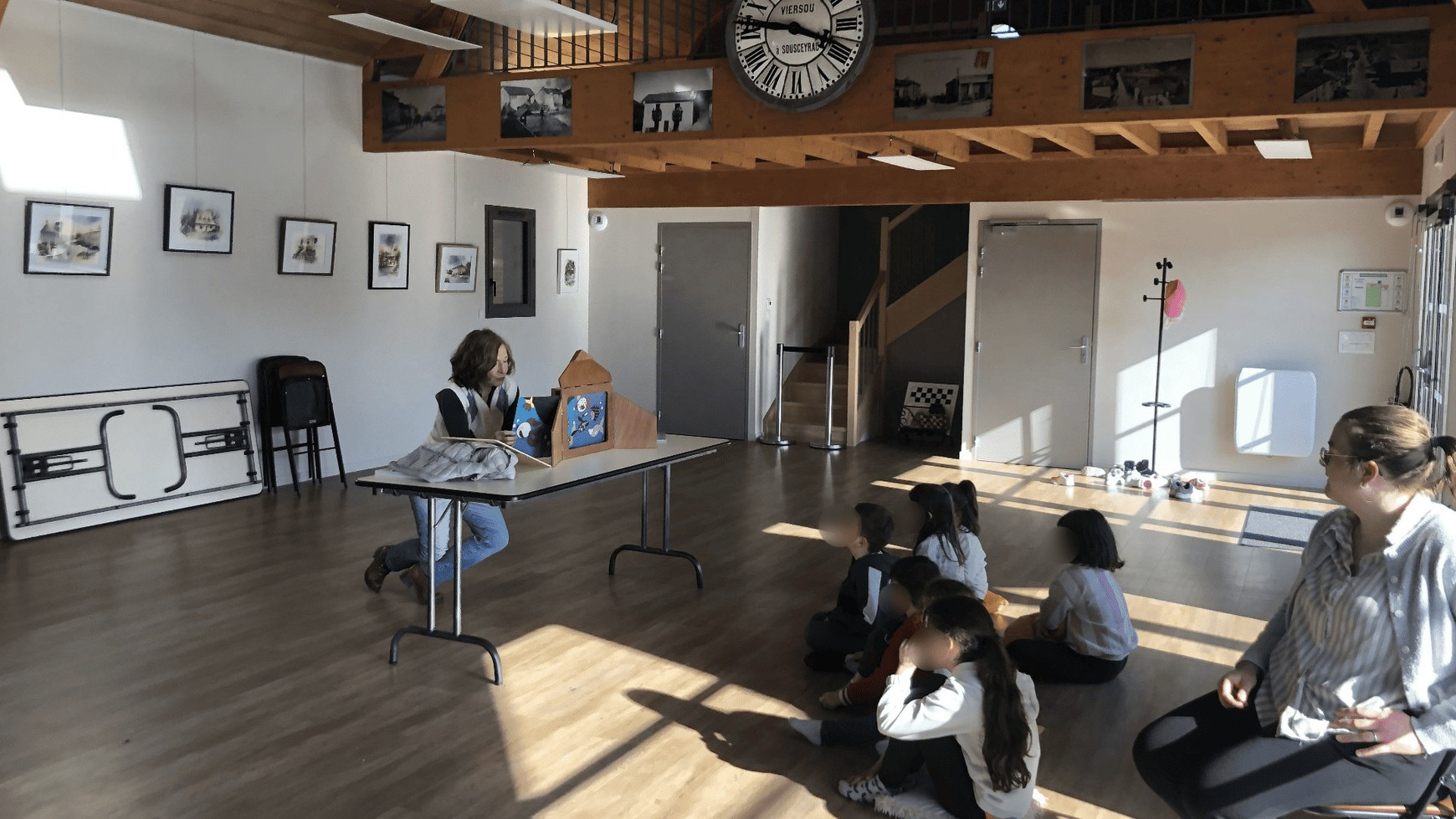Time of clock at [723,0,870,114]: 9:18
